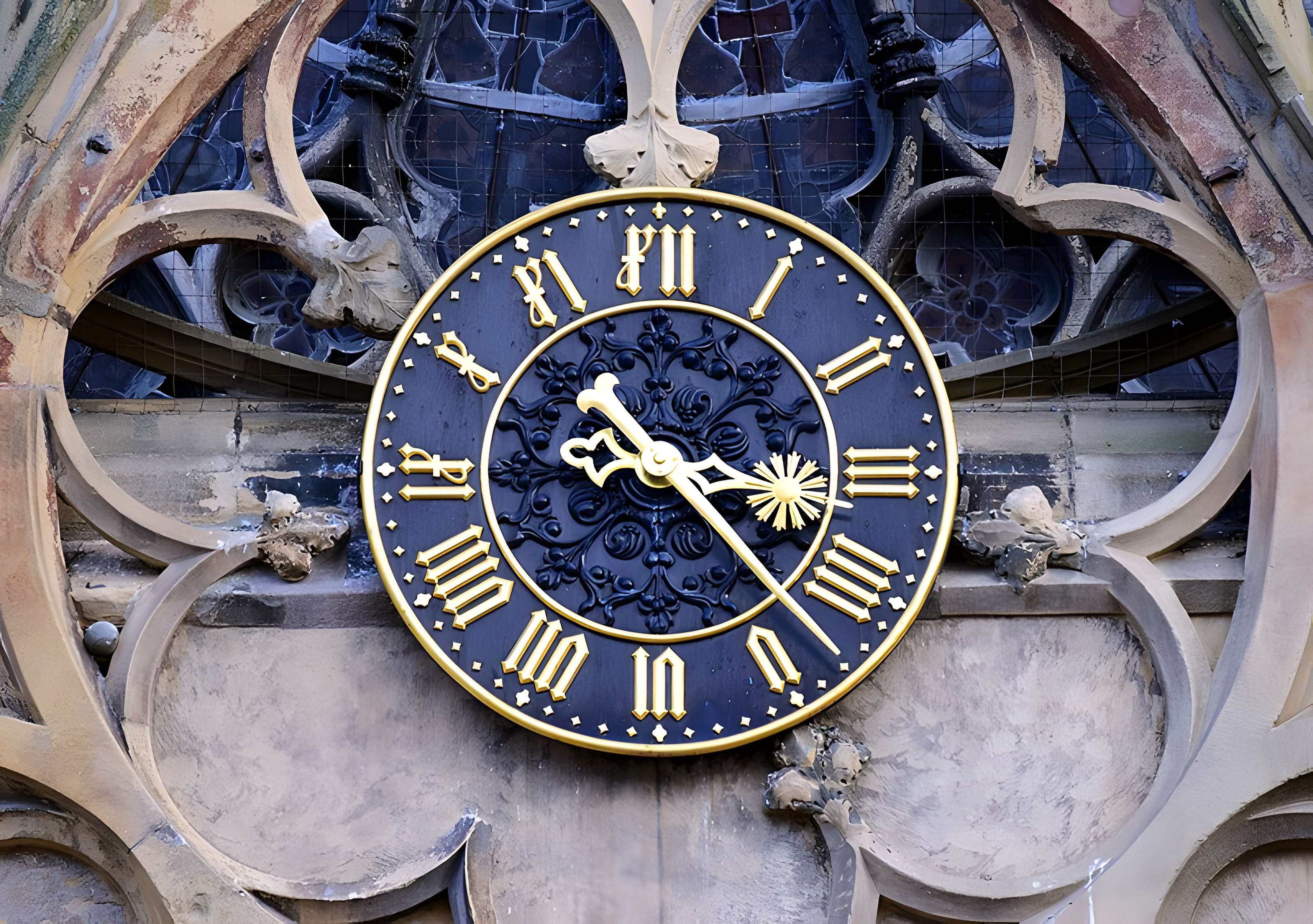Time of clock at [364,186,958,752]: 3:22
